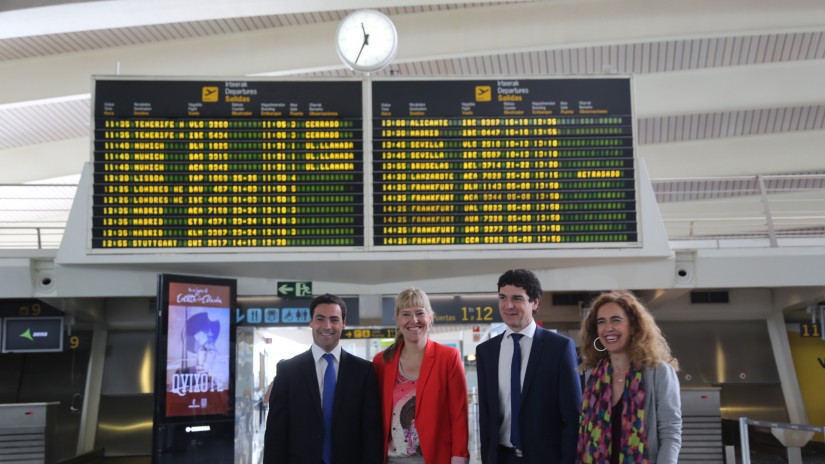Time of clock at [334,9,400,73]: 11:34
